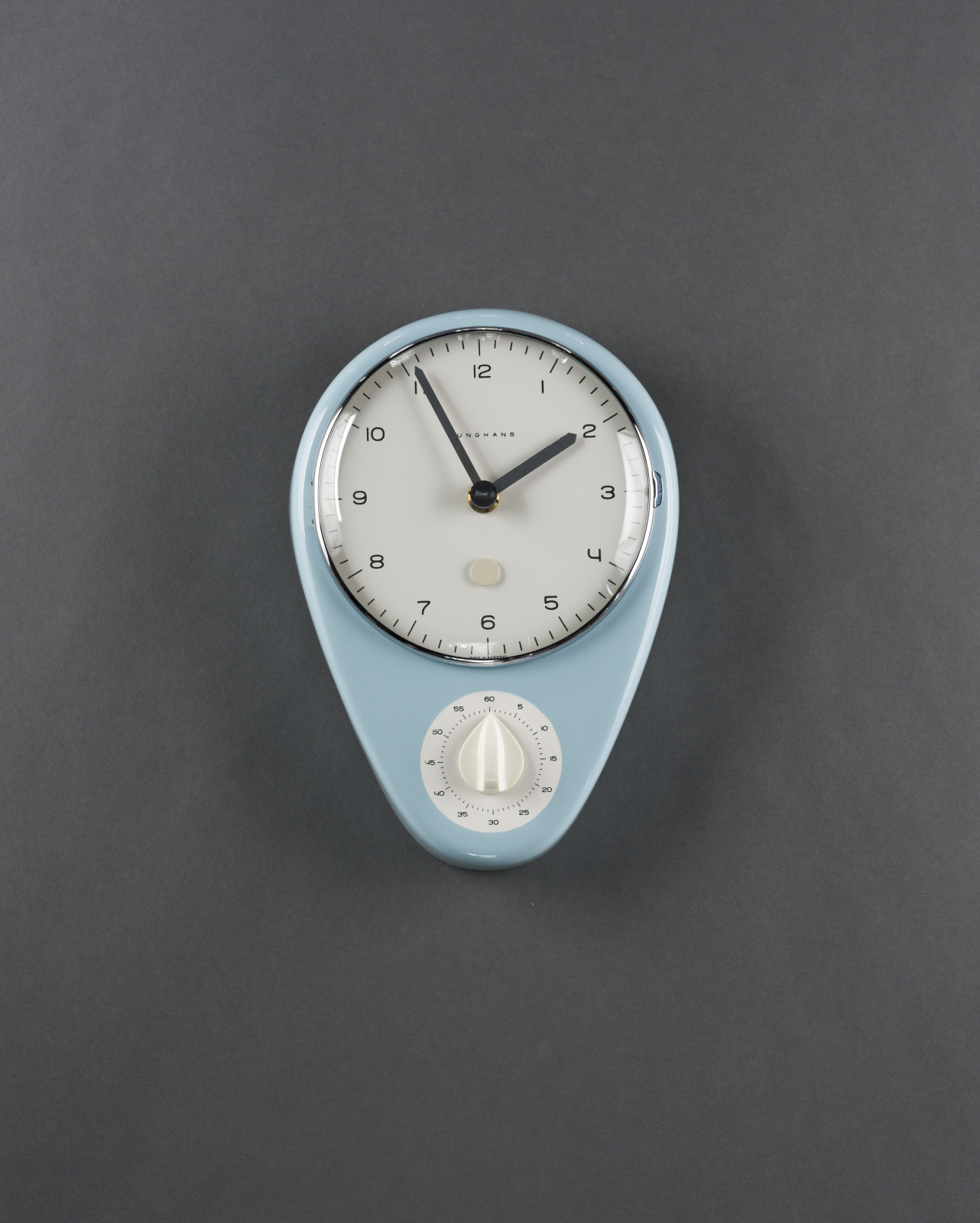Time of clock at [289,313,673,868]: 1:55
